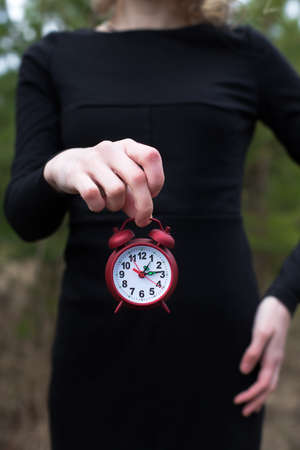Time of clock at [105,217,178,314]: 1:13
